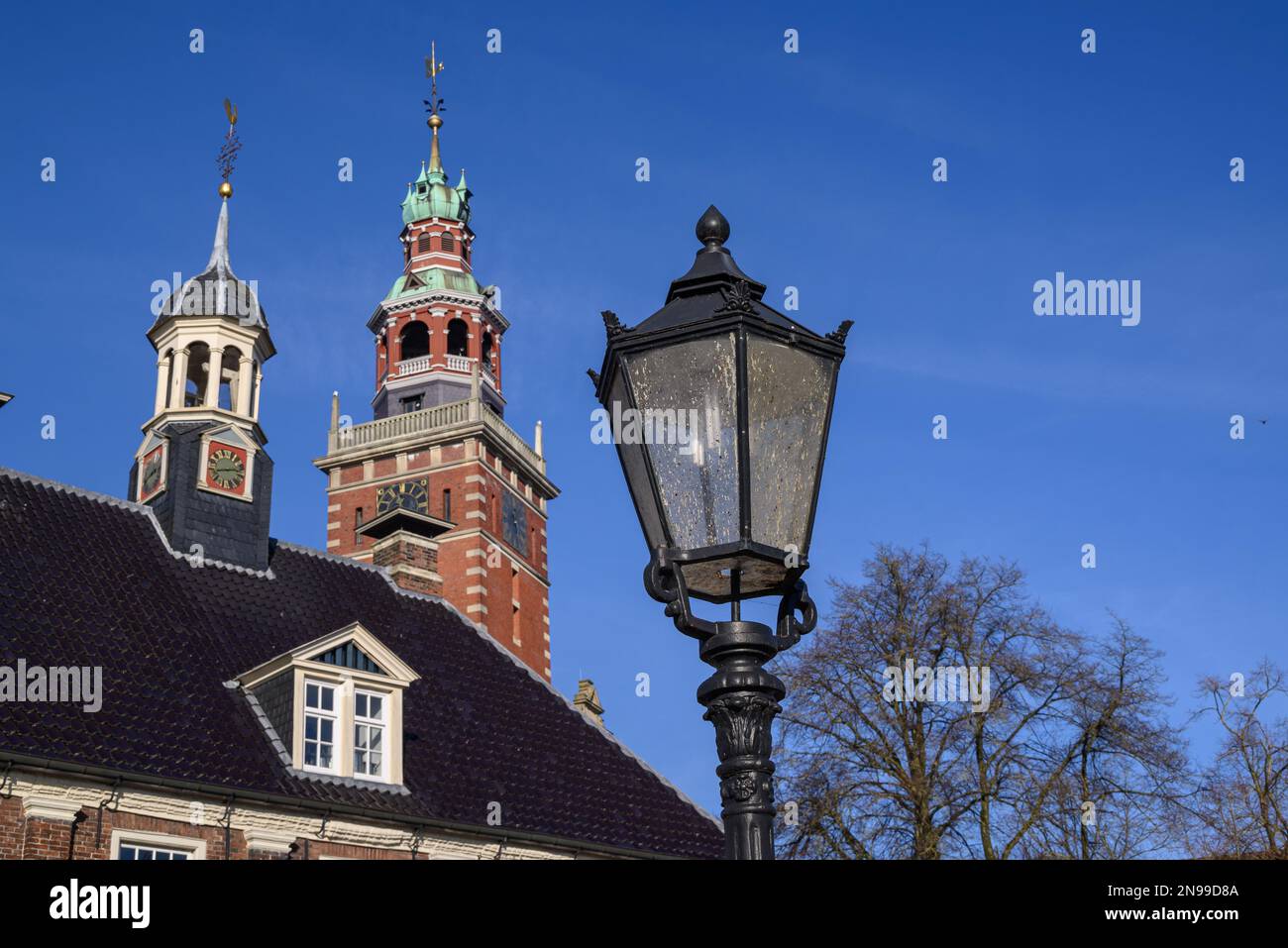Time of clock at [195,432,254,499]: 8:12
